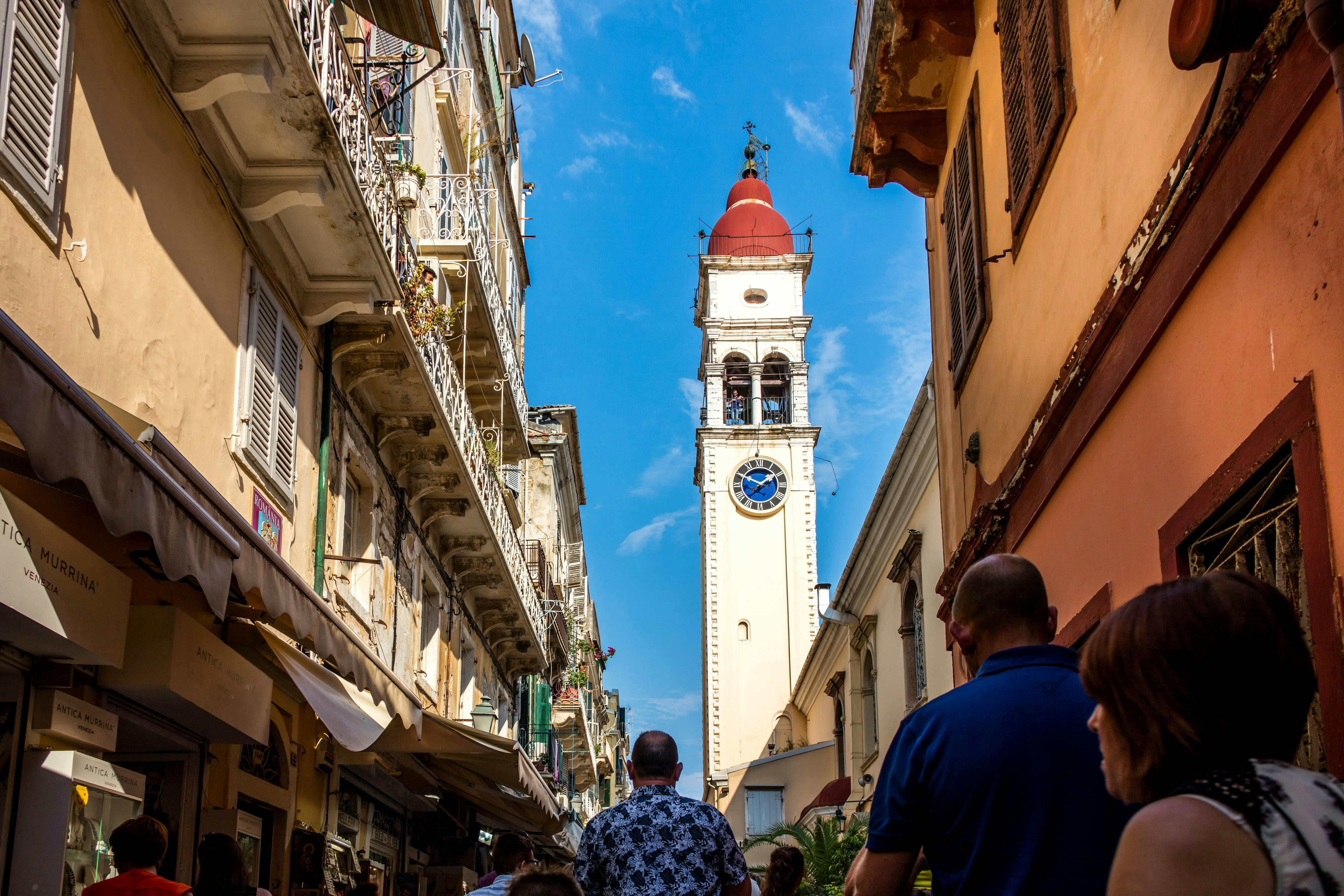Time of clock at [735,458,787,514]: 1:50
